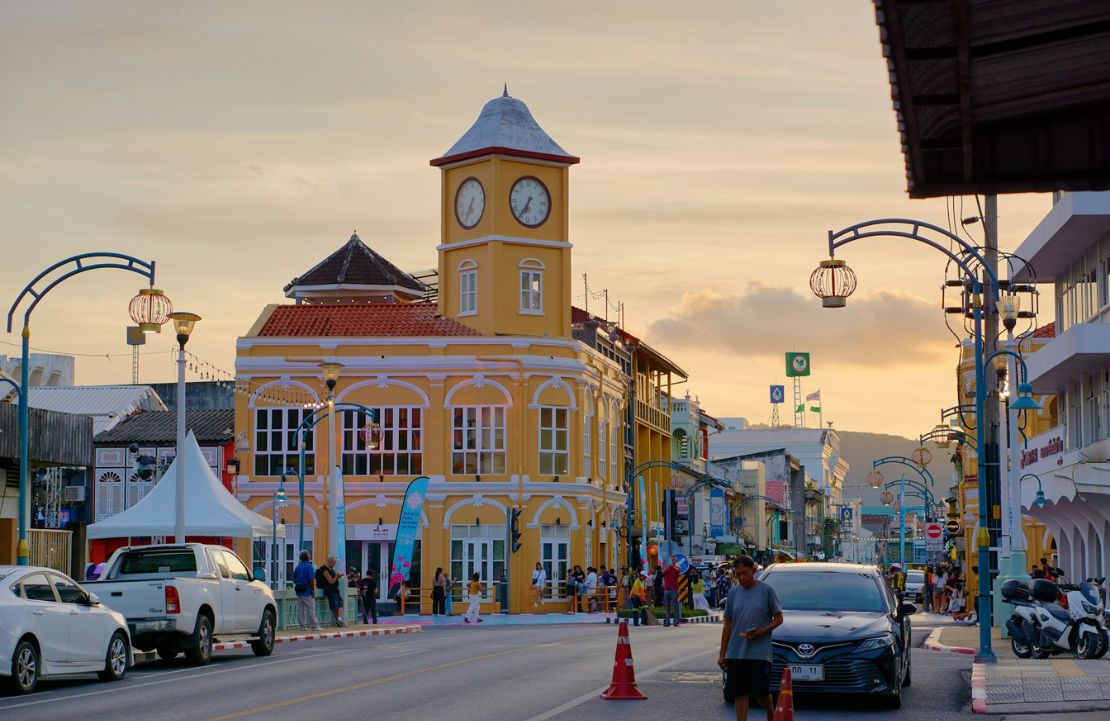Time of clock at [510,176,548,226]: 6:35
